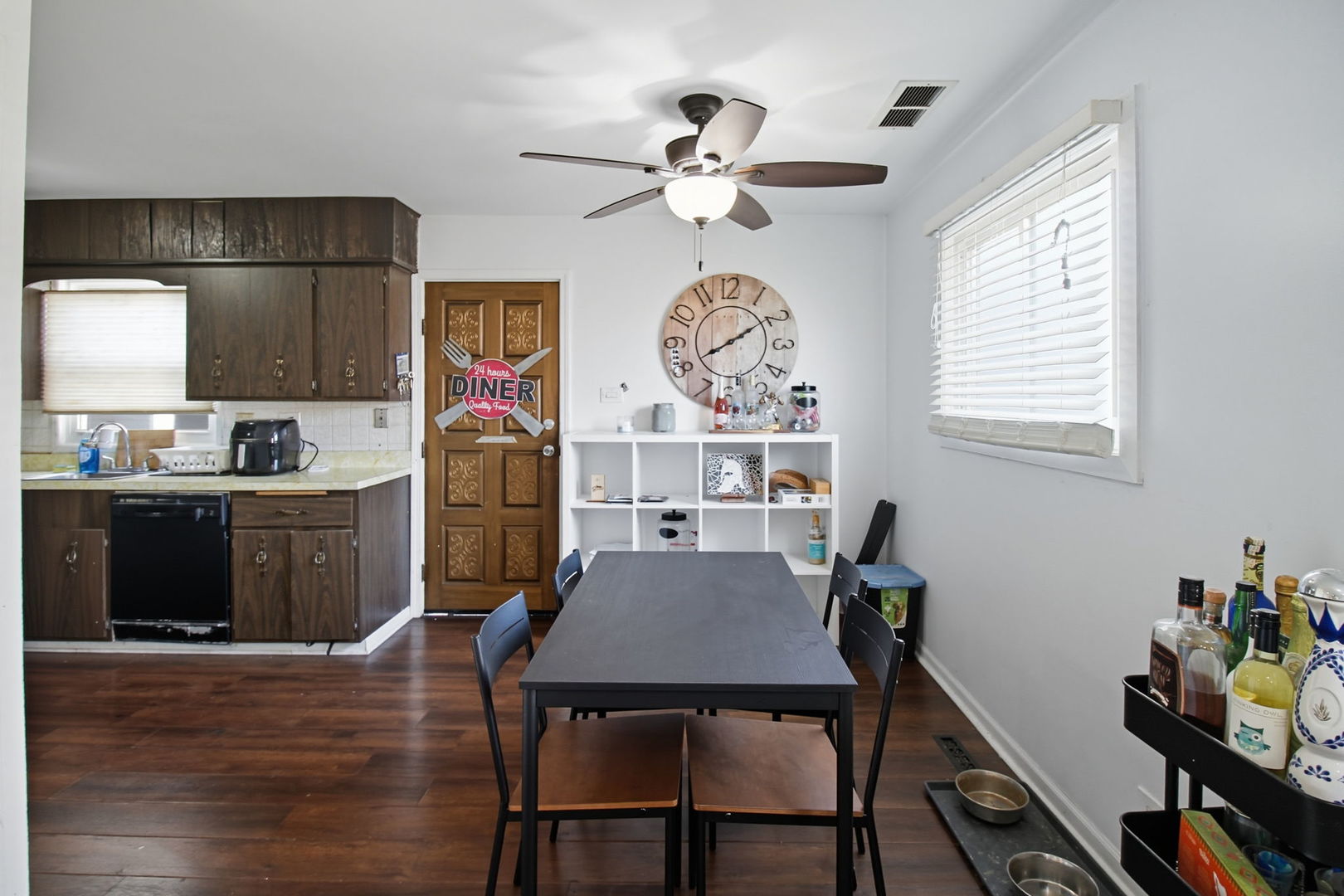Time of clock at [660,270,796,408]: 8:09
